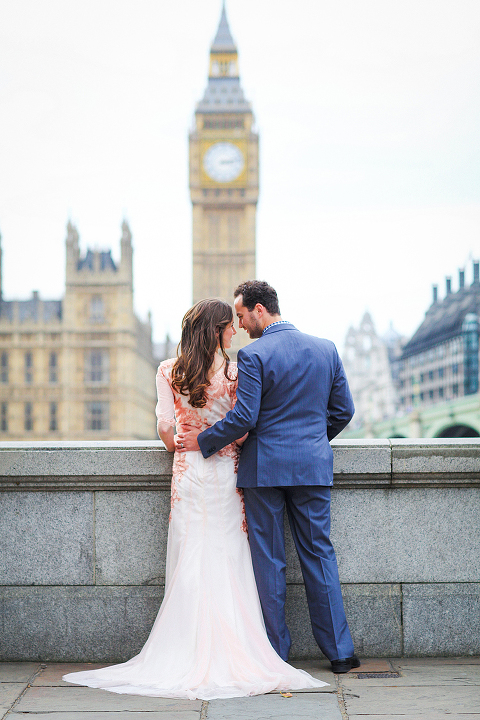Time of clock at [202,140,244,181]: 3:13
